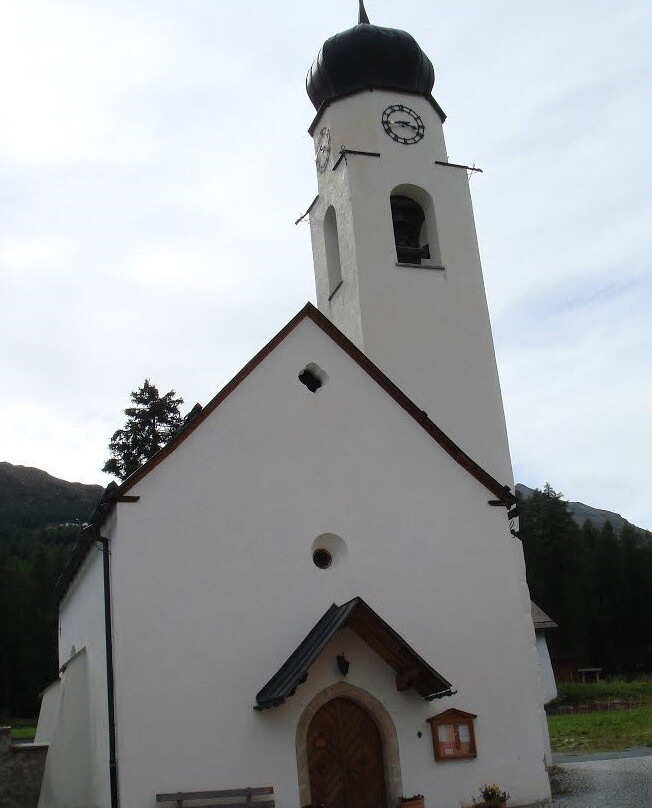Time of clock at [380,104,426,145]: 3:43
